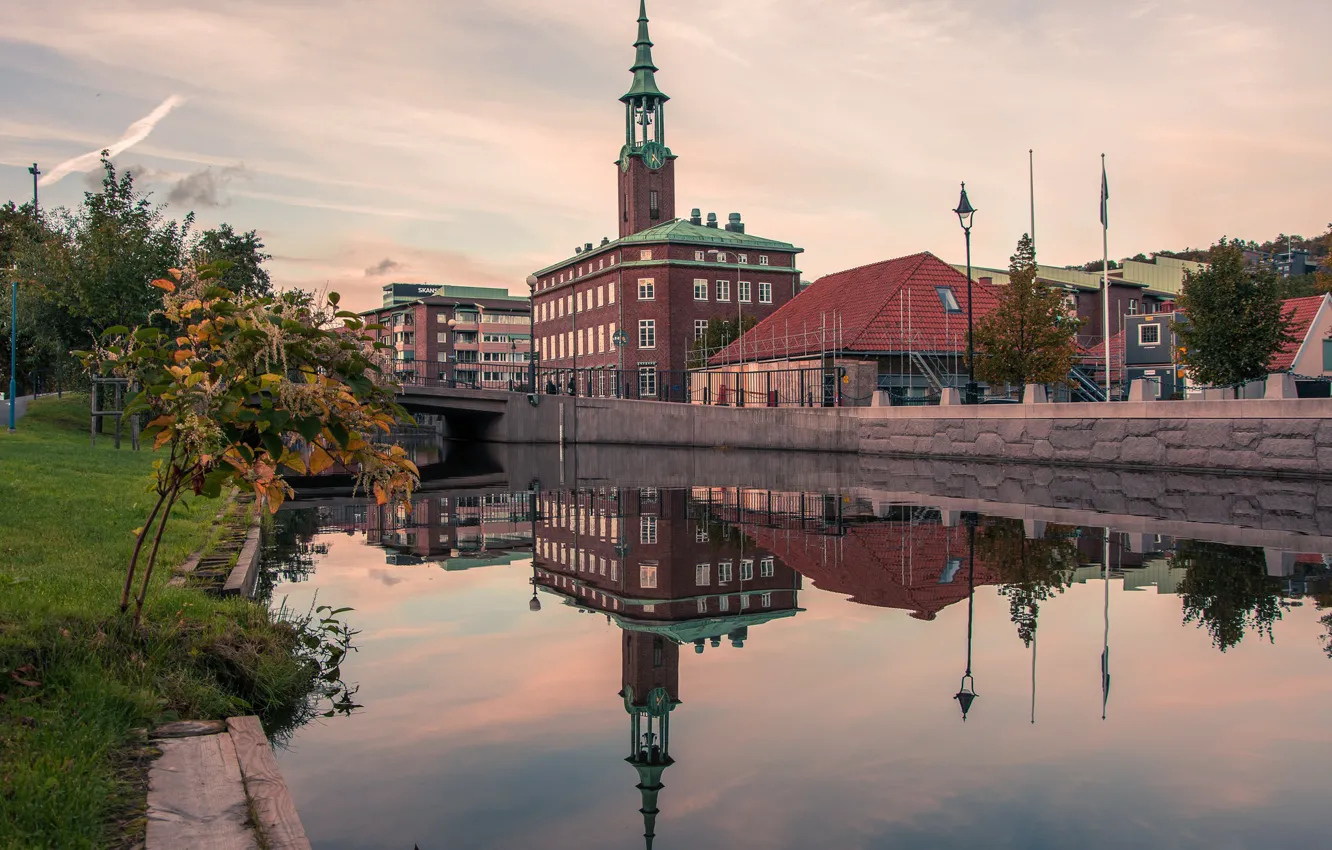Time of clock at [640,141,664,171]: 12:22
